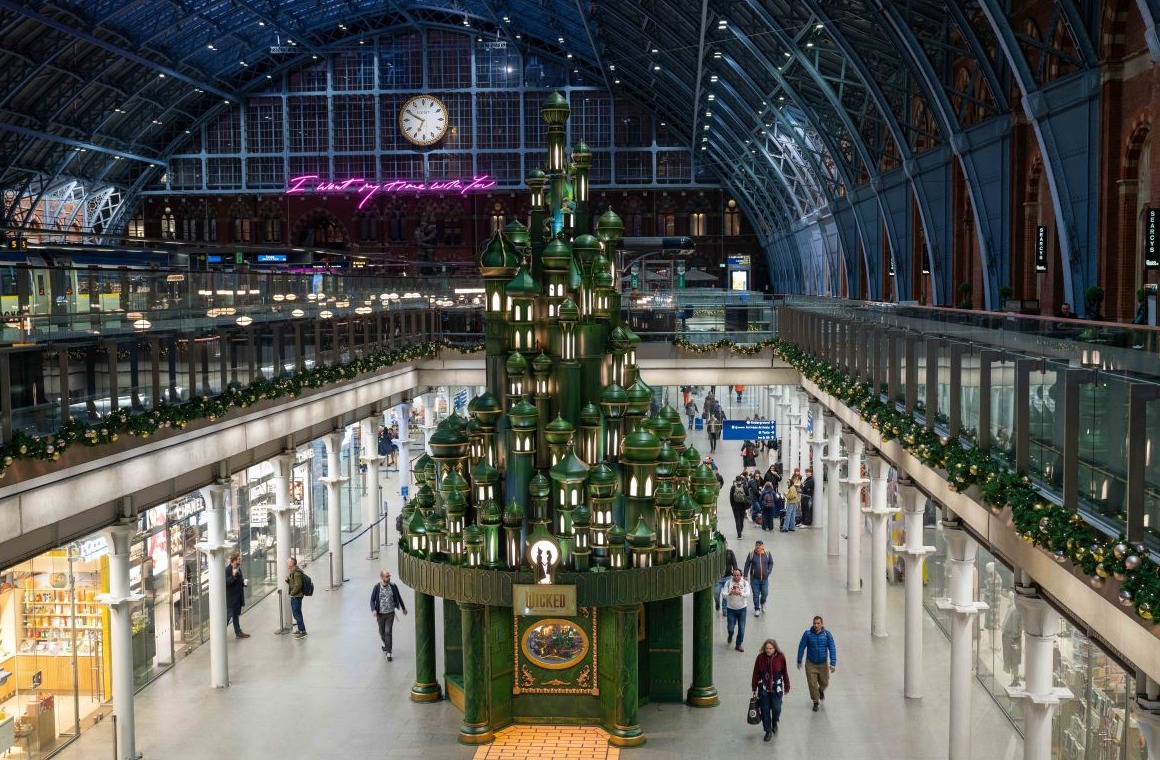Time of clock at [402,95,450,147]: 6:49
